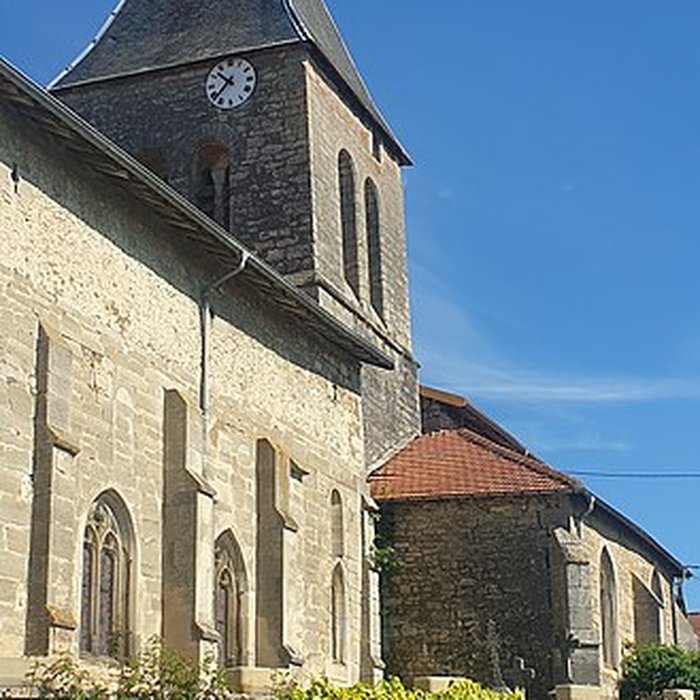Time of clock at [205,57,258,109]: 10:37
